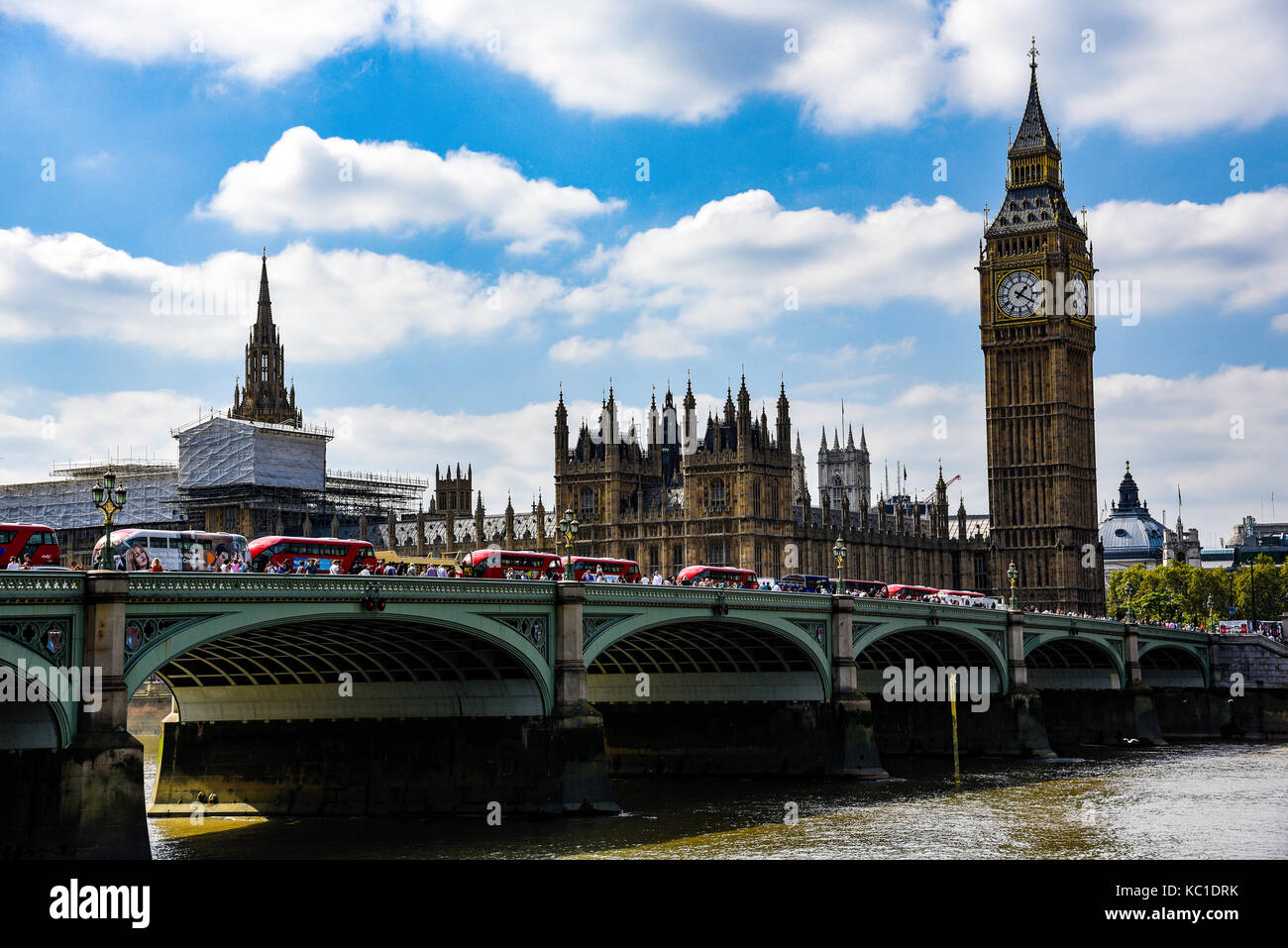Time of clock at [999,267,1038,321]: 1:20
